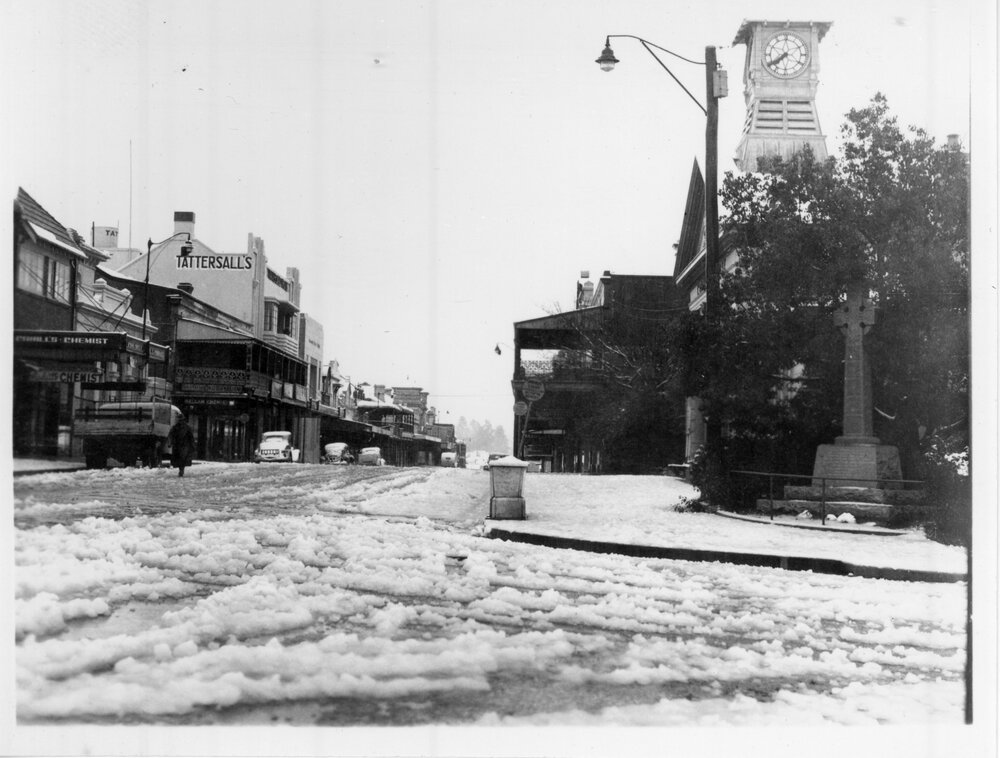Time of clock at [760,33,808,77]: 7:39
